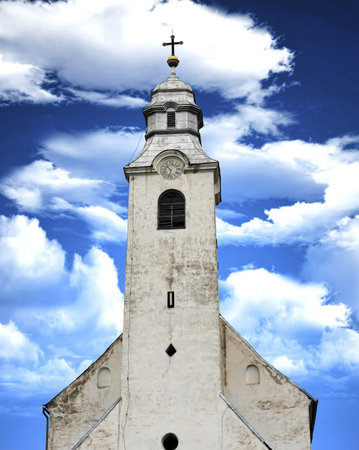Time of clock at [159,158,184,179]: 10:32
